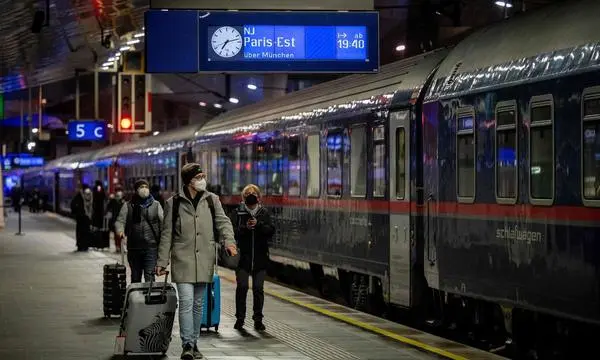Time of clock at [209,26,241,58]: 7:12
